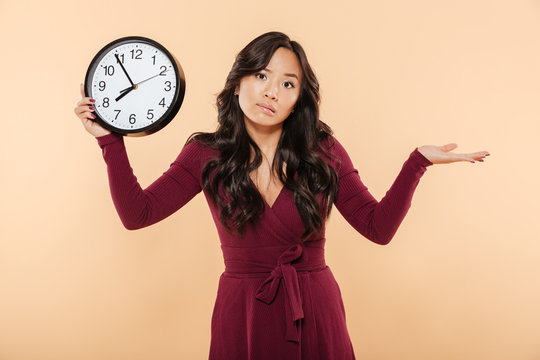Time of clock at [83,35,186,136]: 7:54
